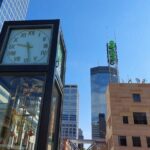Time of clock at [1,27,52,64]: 9:28
